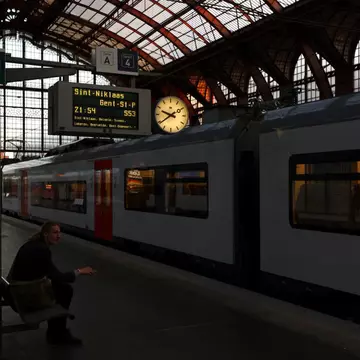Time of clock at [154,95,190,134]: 9:39
